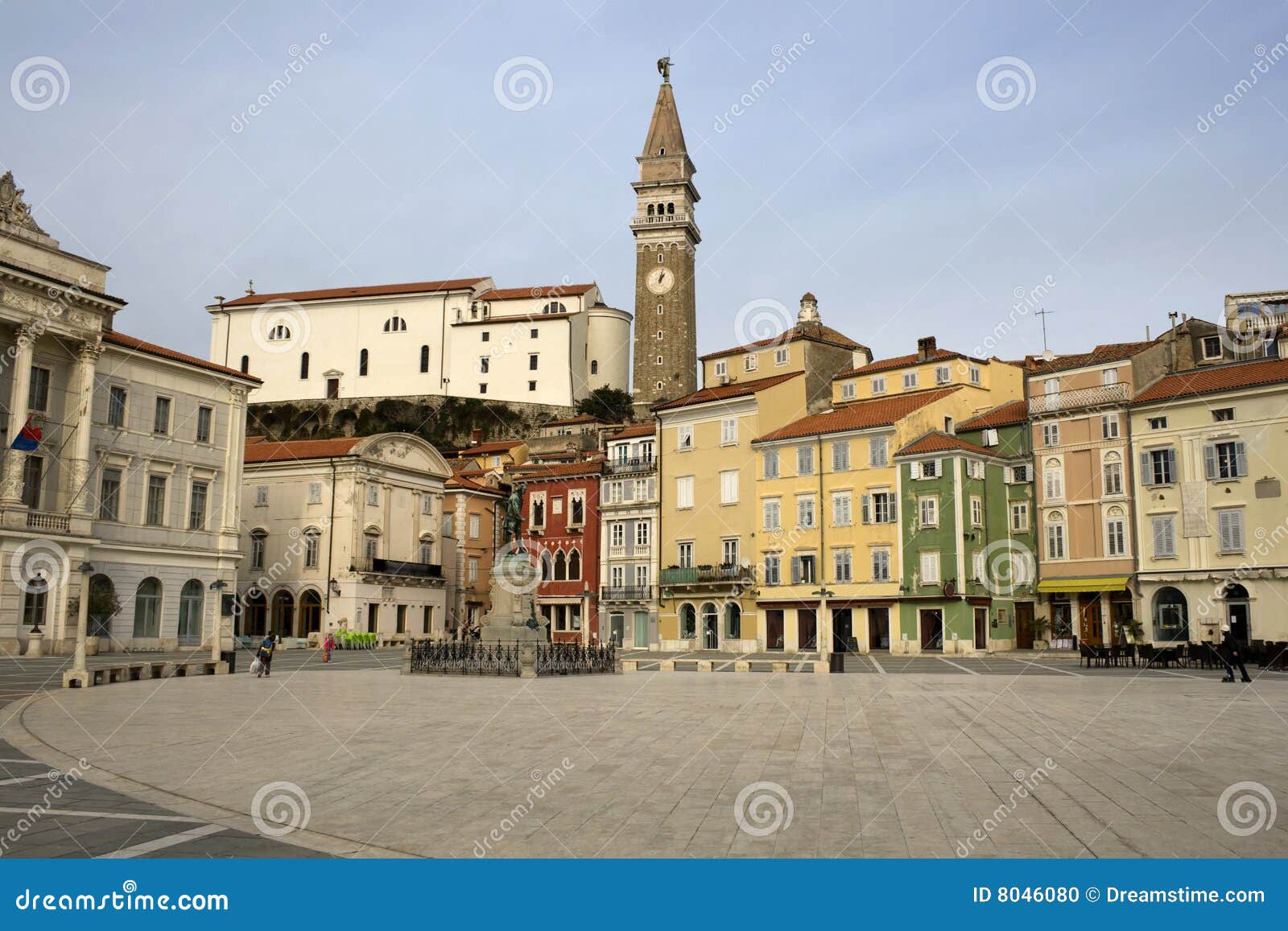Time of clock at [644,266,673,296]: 1:01
